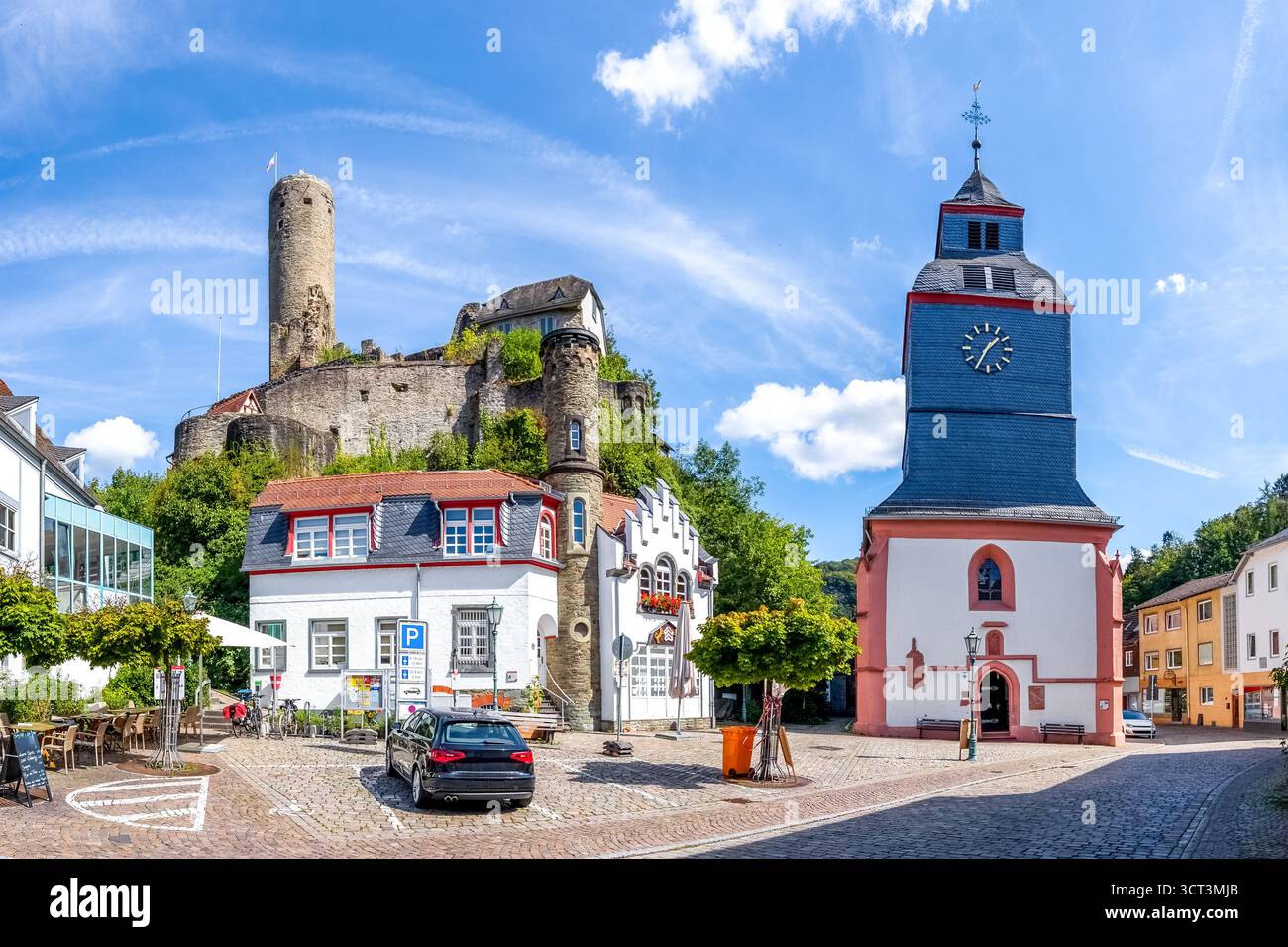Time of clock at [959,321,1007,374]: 1:35
